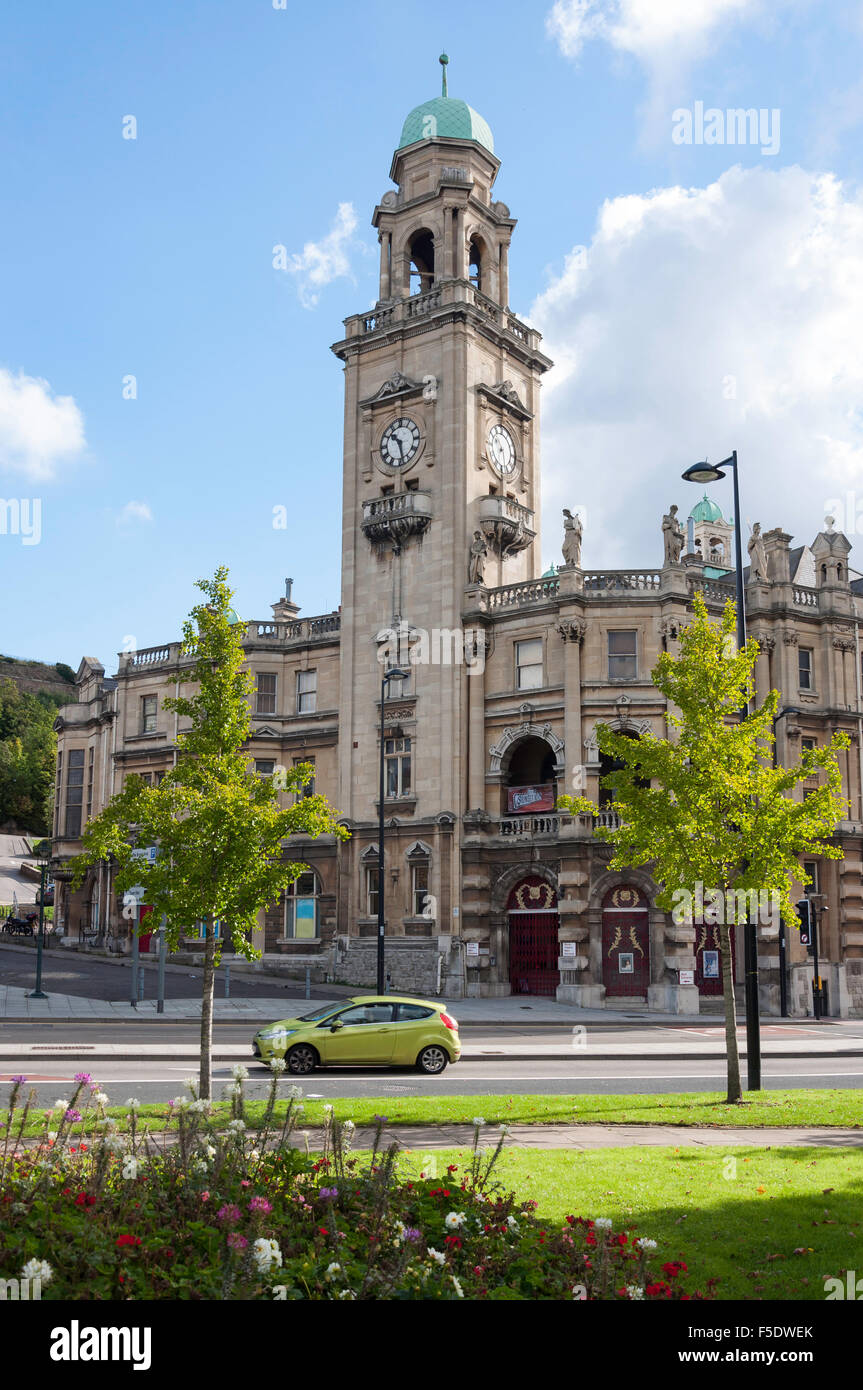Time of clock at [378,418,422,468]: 10:28
